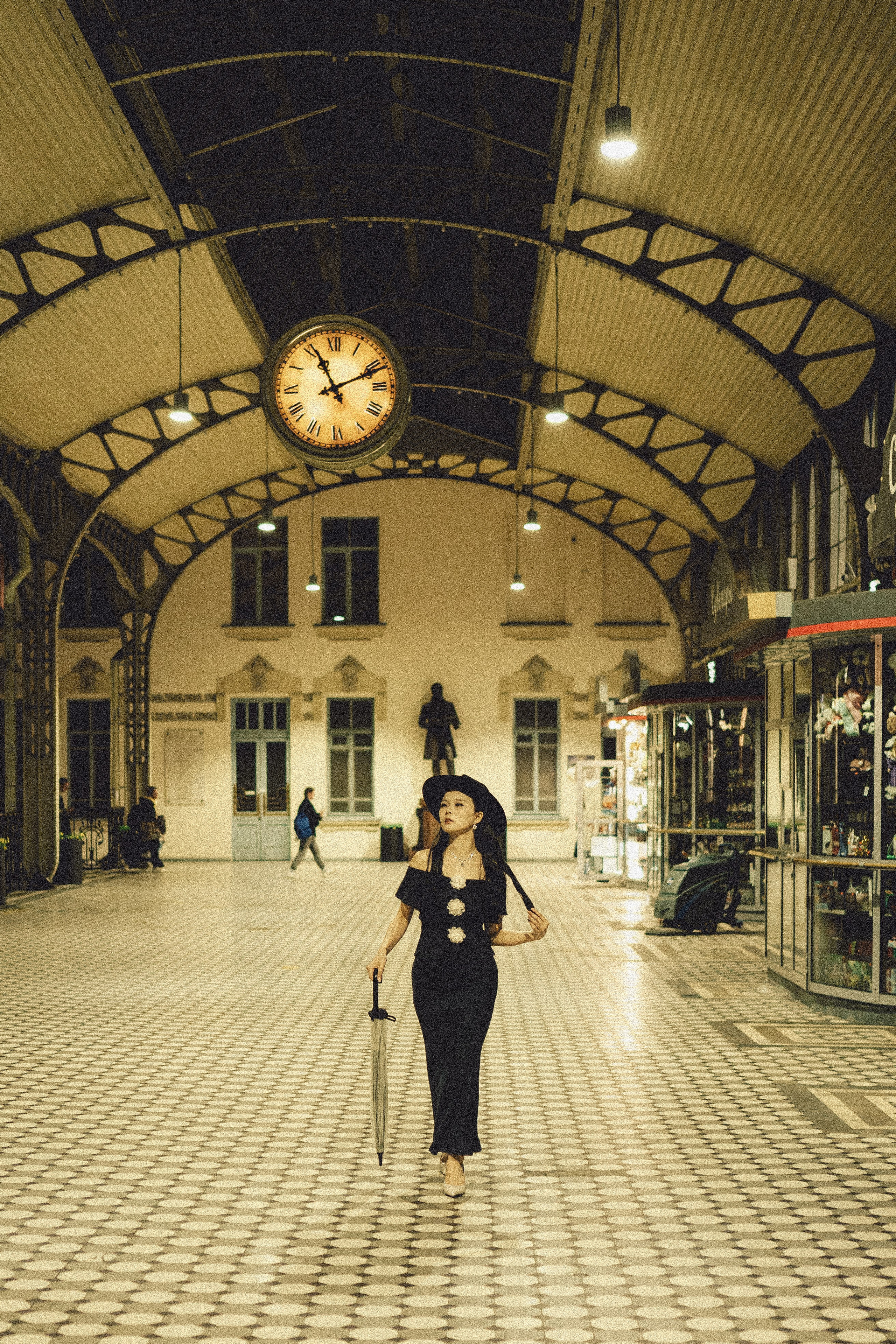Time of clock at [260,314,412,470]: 11:11
